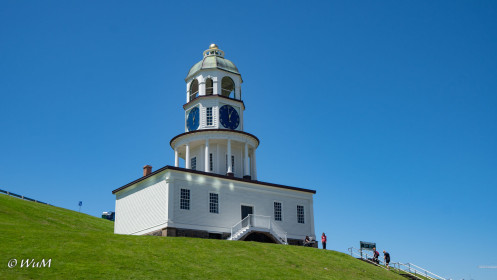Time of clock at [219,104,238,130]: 12:59
